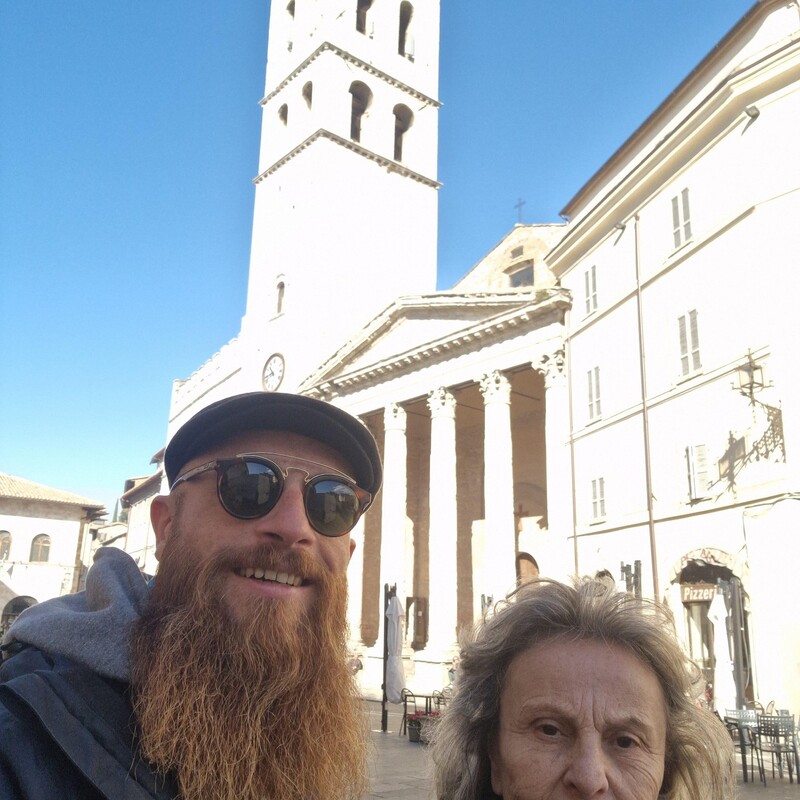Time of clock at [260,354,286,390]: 10:43
